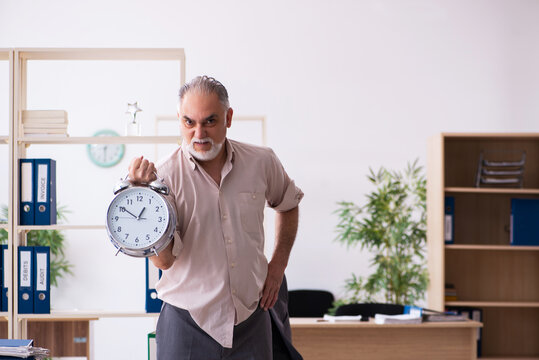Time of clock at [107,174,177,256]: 12:50
